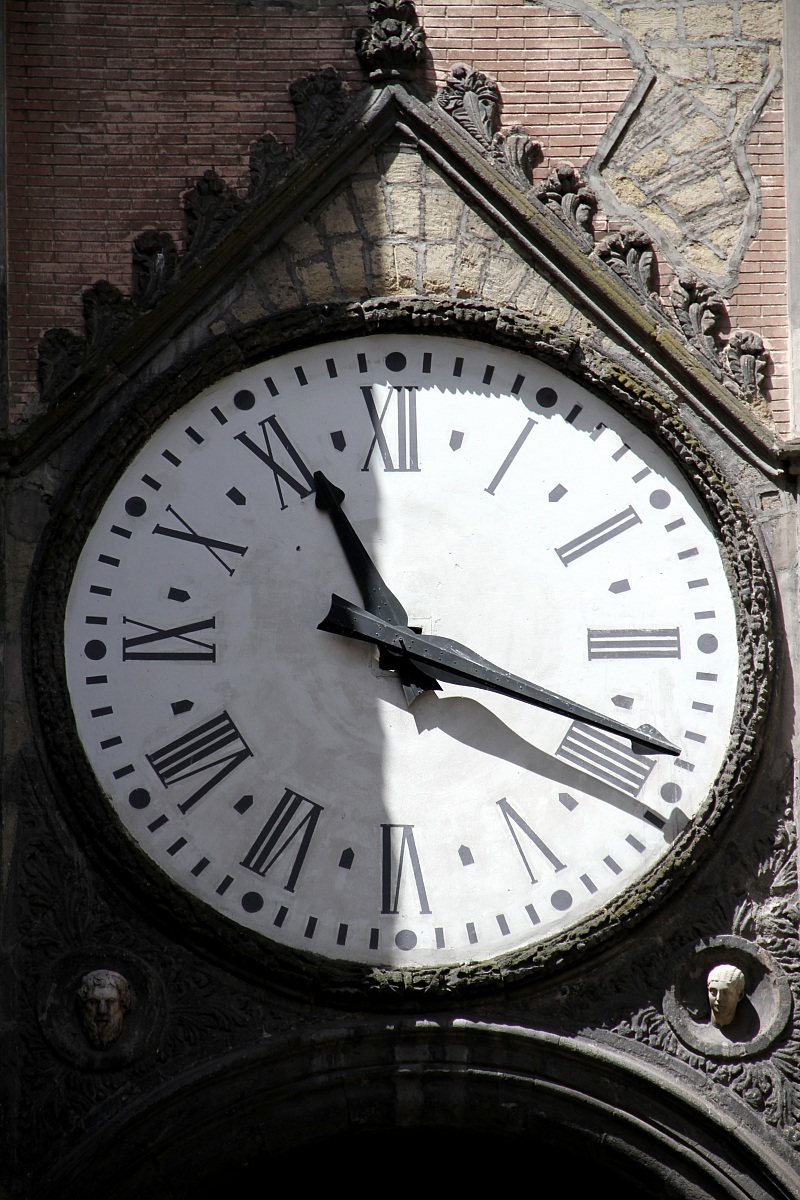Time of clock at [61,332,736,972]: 11:18
